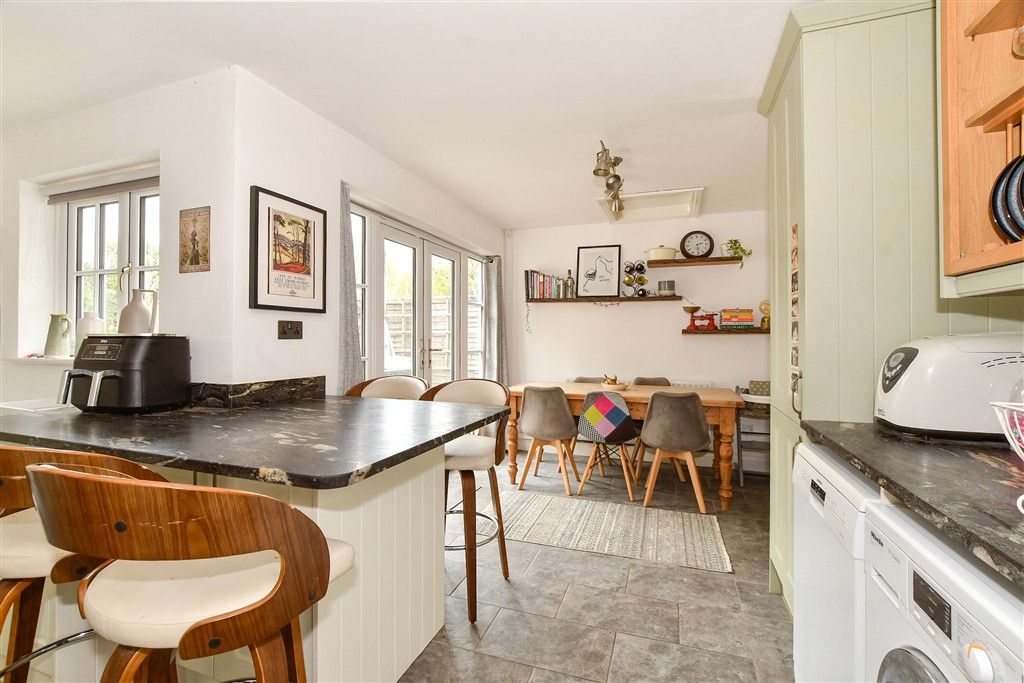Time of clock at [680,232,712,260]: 2:29
